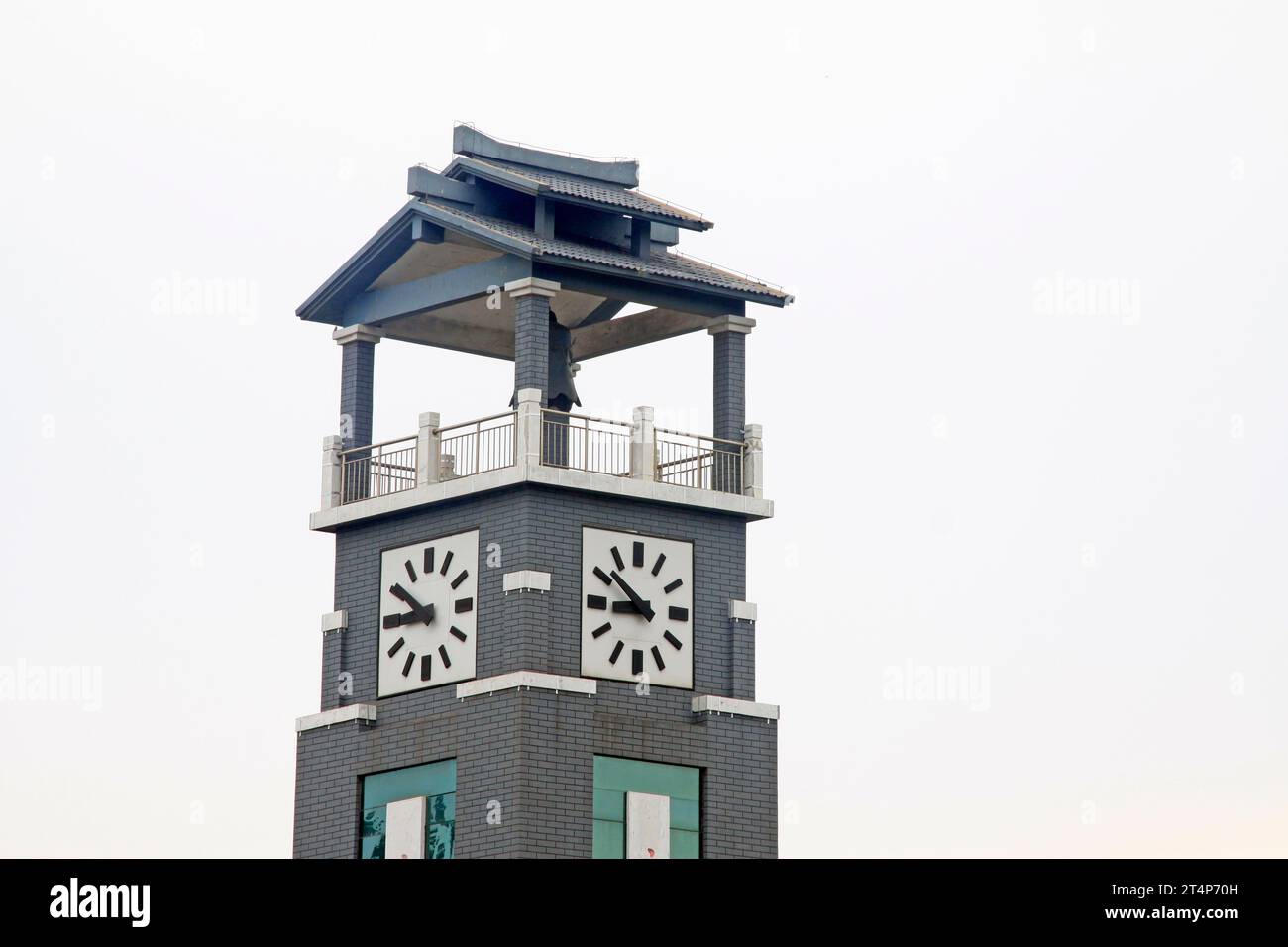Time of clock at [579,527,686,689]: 8:51
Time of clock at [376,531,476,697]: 8:50
